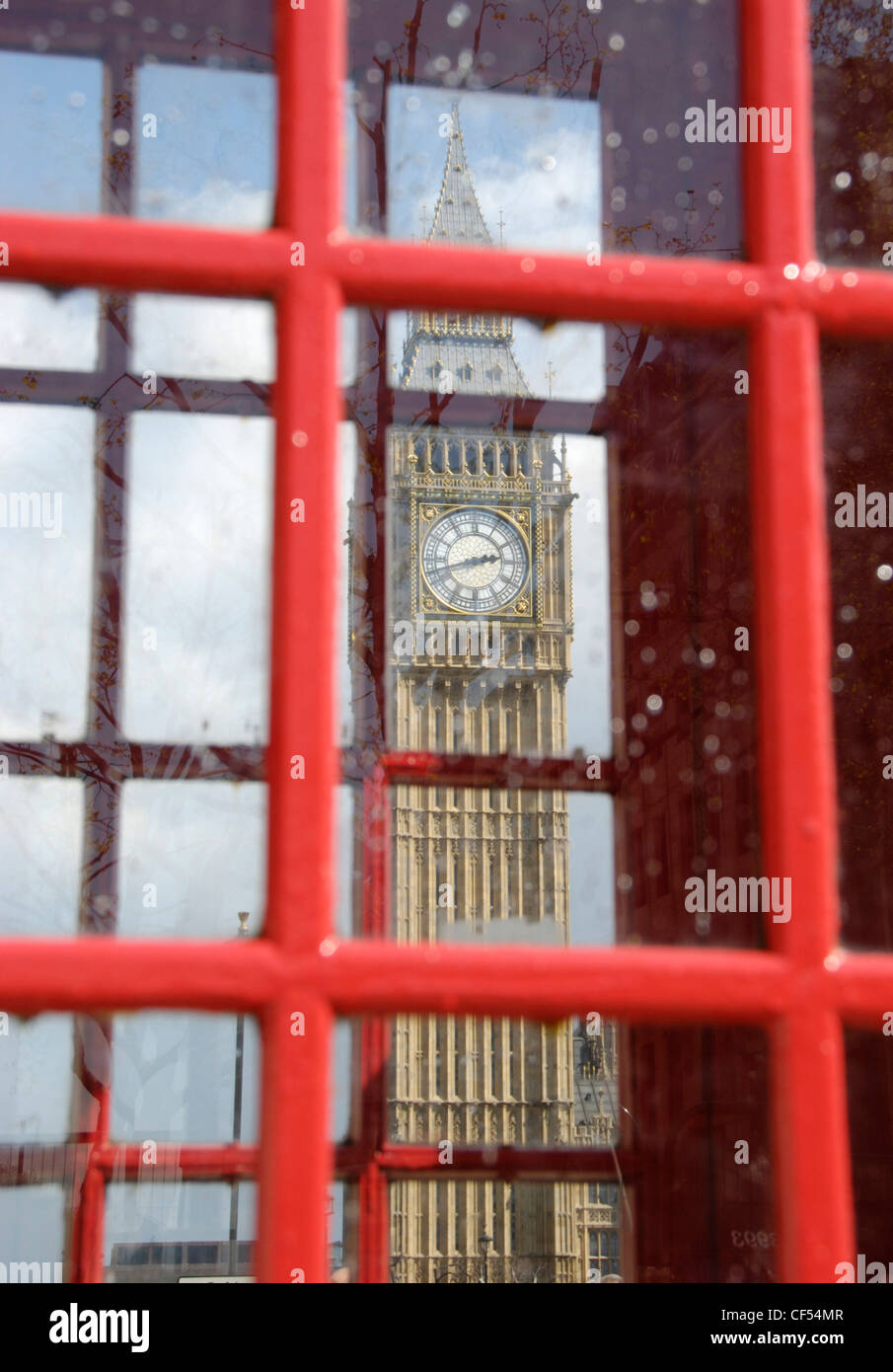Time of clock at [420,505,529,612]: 2:42
